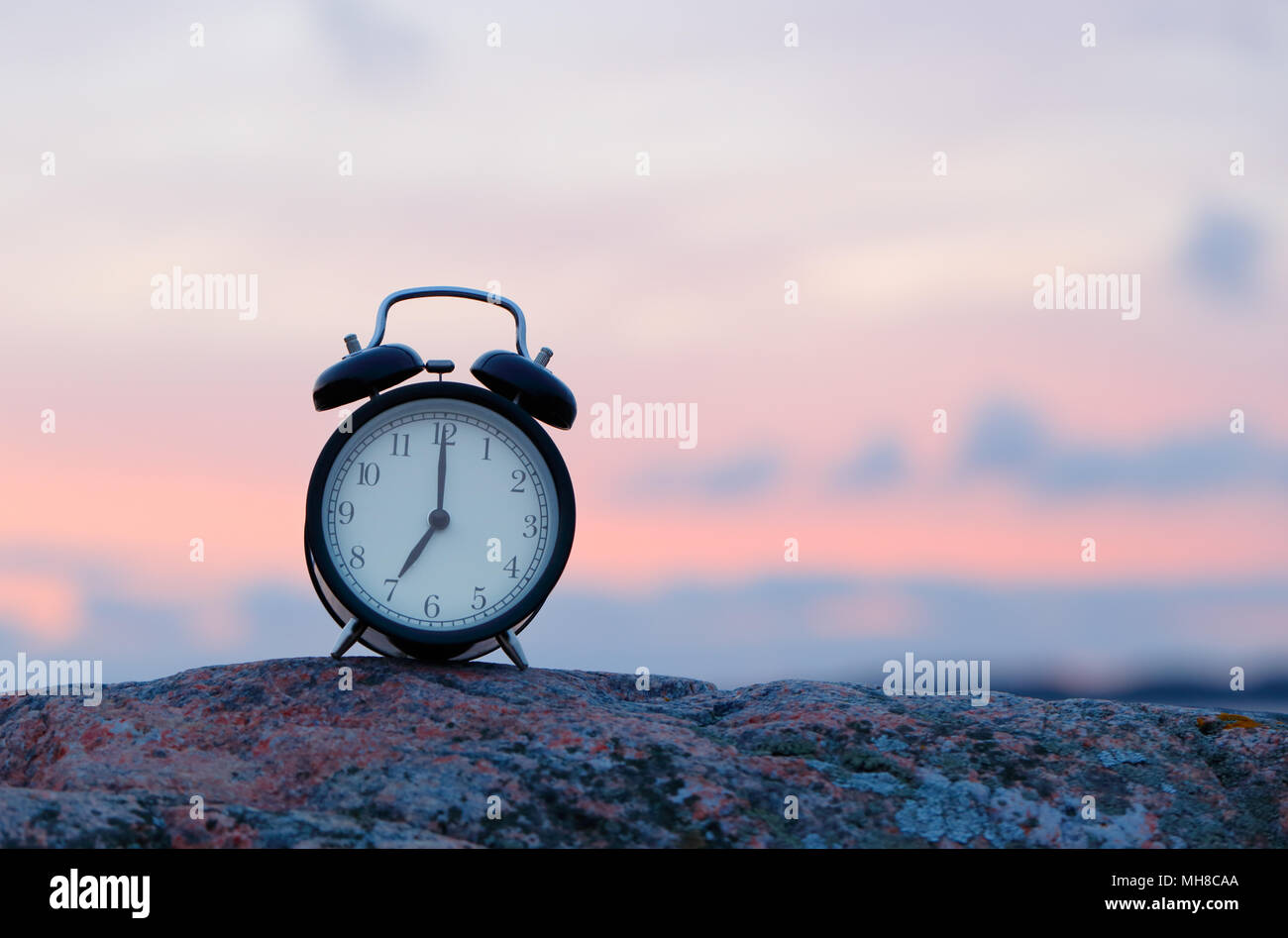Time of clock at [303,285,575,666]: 7:00
